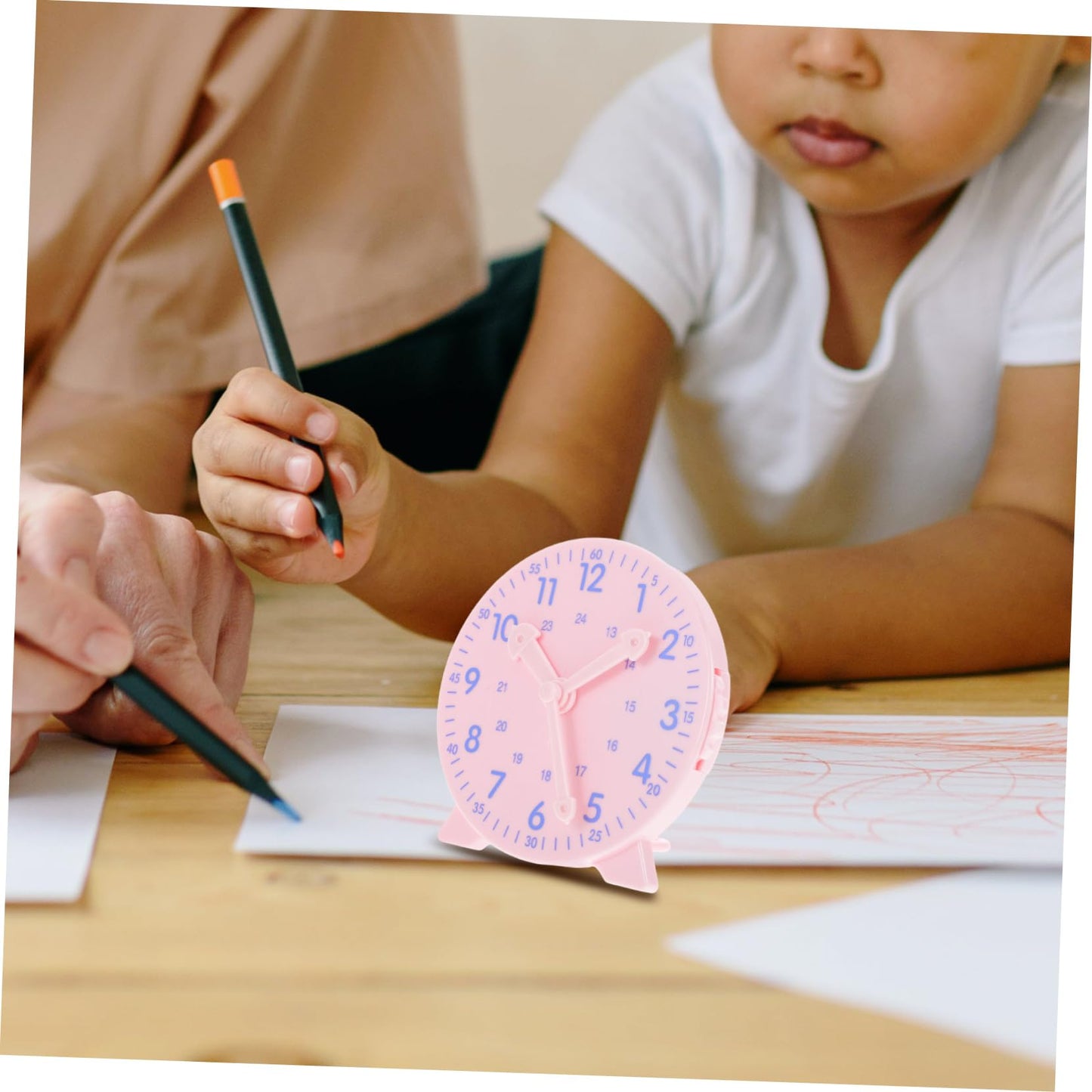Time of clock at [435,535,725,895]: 5:09
